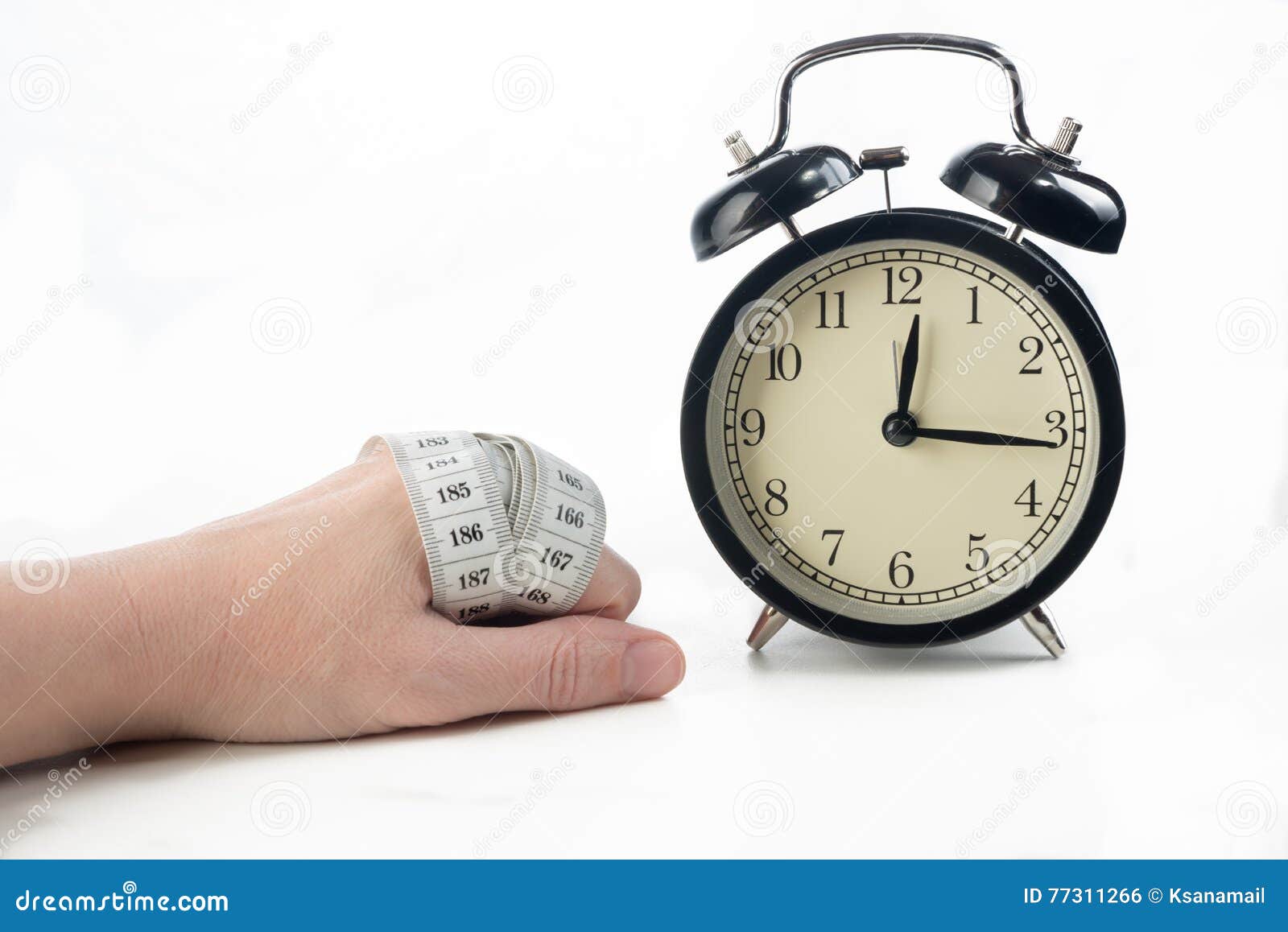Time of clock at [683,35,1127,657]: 12:15
